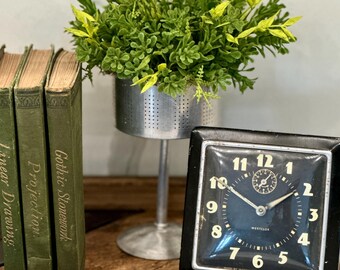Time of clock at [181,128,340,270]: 1:50
